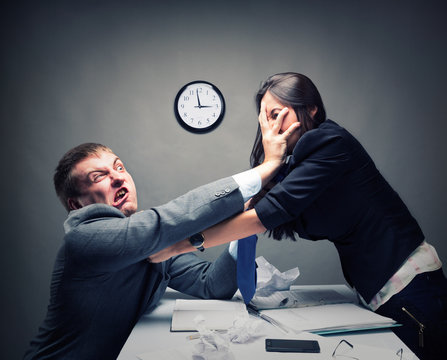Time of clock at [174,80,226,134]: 2:58
